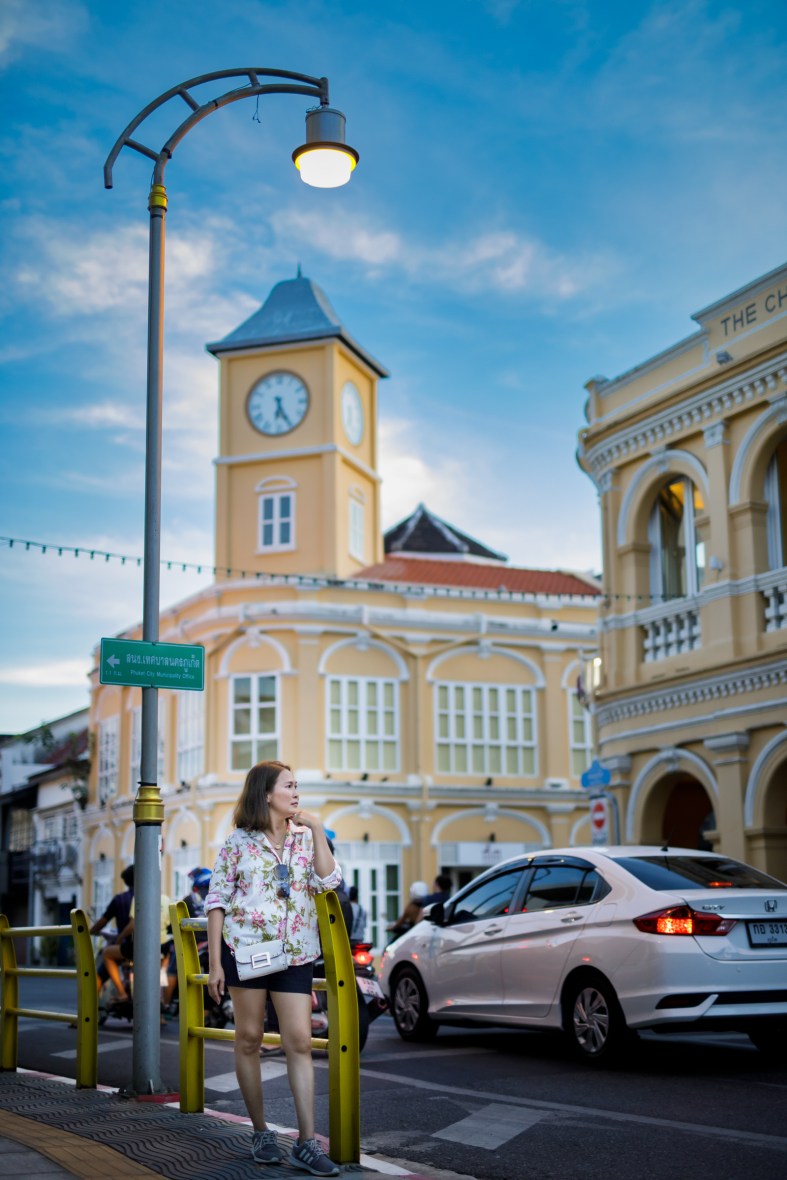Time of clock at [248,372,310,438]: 6:25
